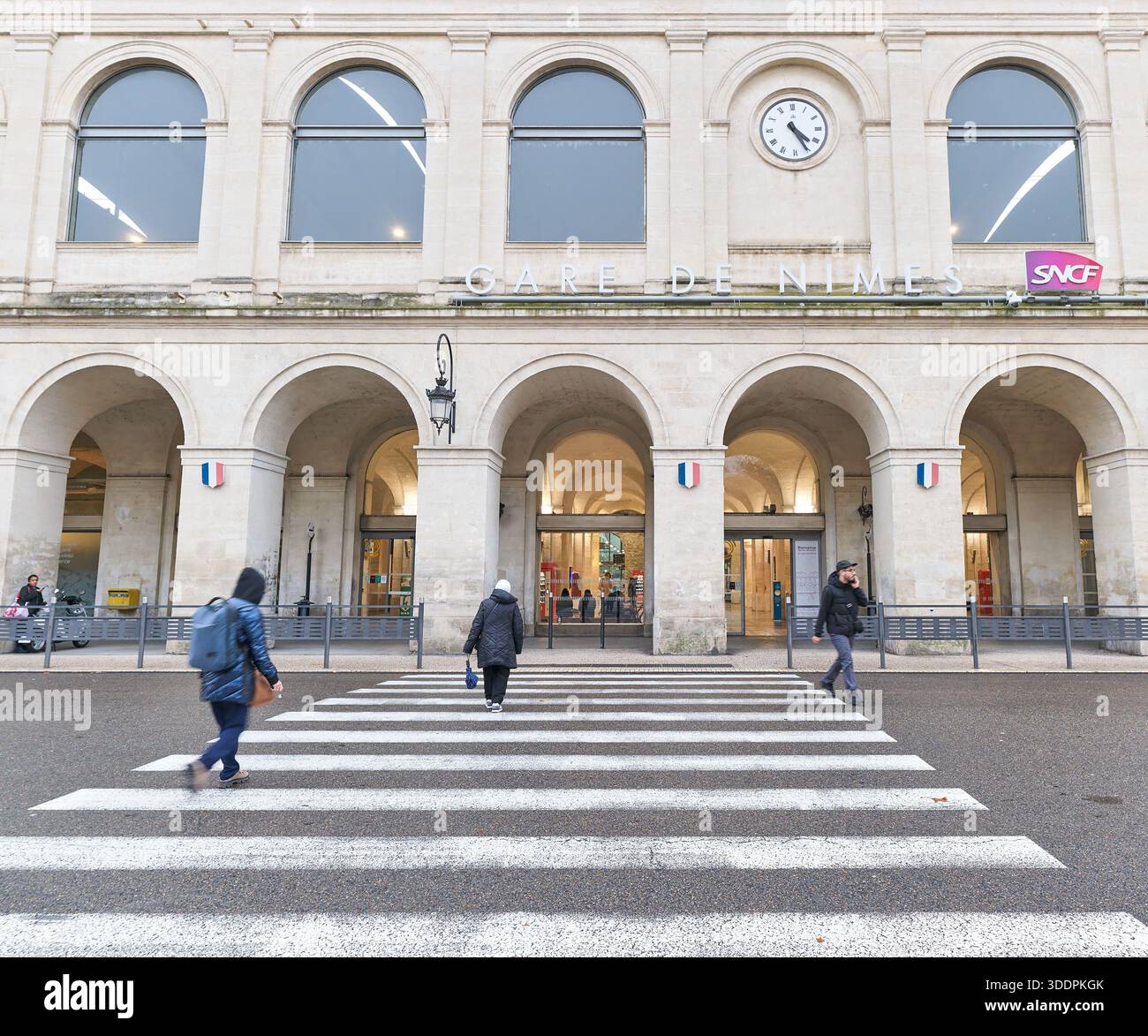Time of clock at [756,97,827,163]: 4:25
